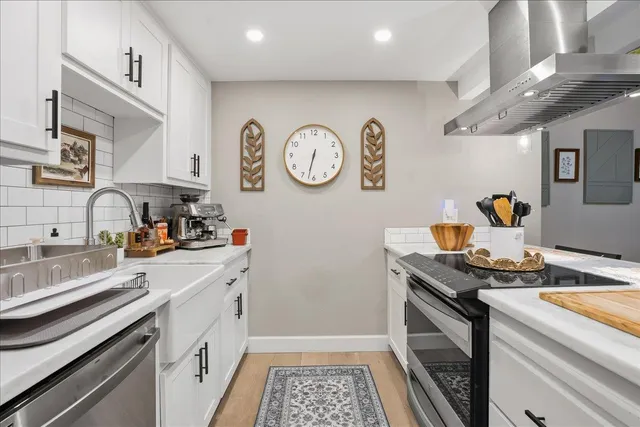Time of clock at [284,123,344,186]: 6:32
